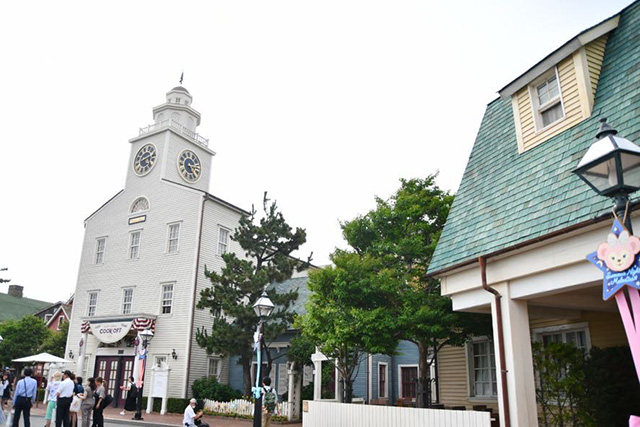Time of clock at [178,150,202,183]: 5:15
